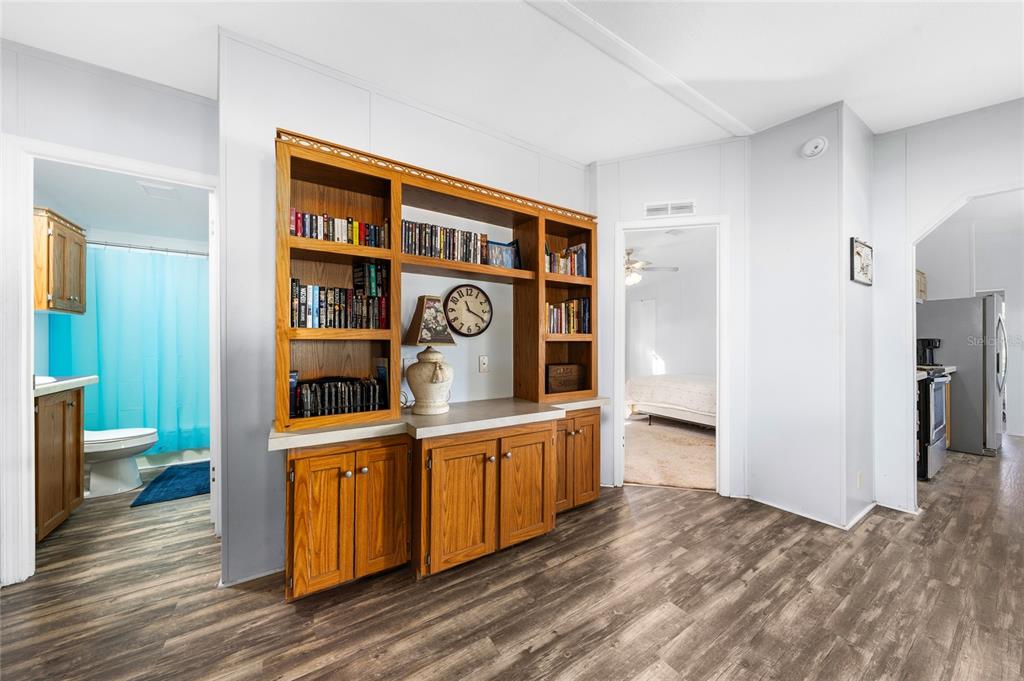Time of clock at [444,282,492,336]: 11:19
